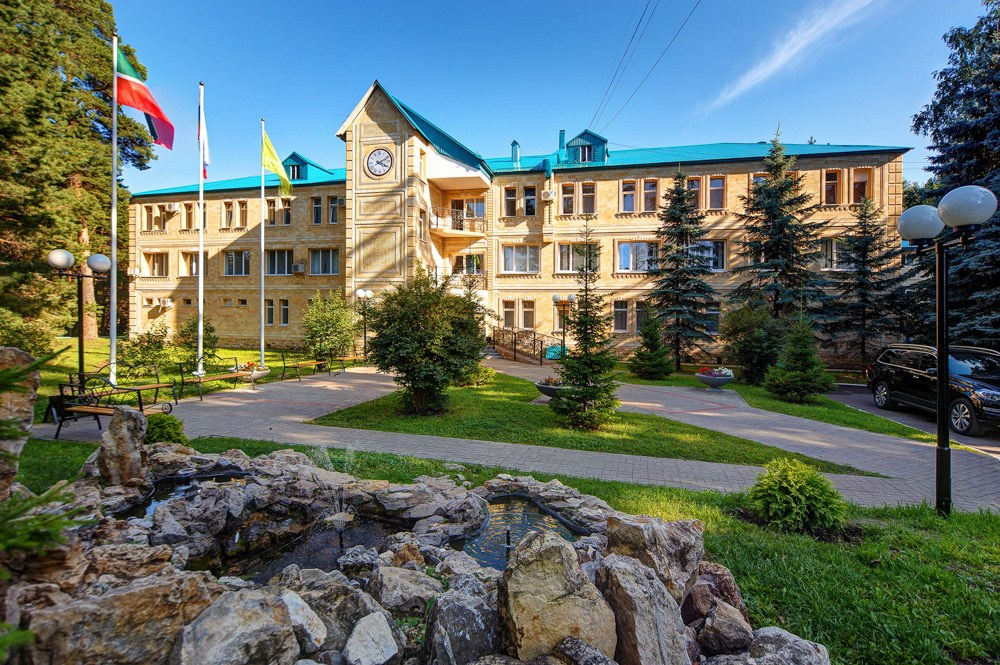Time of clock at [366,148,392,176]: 4:10
